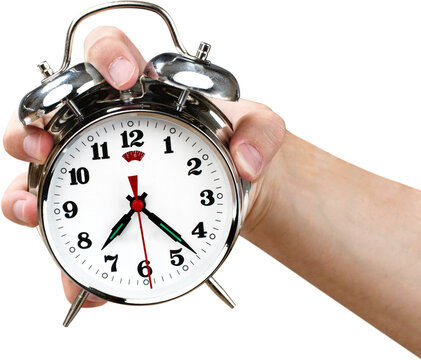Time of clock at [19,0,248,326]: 7:22
